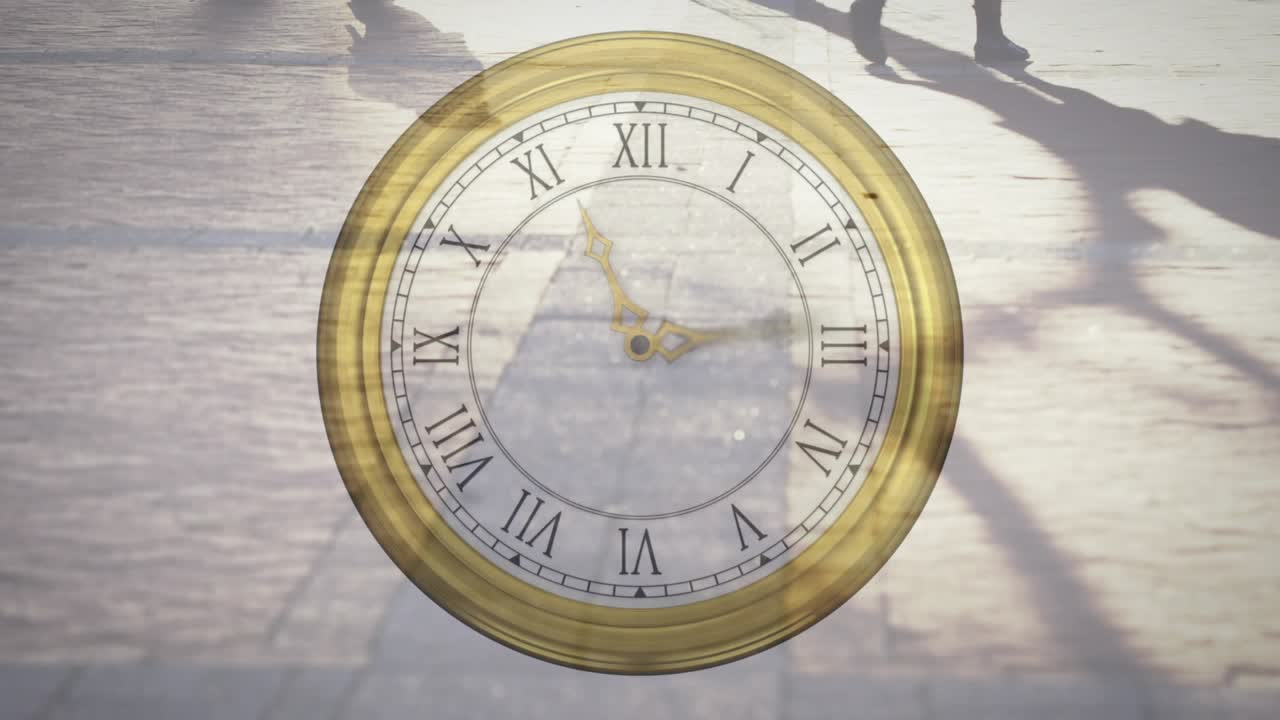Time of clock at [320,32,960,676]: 11:13
